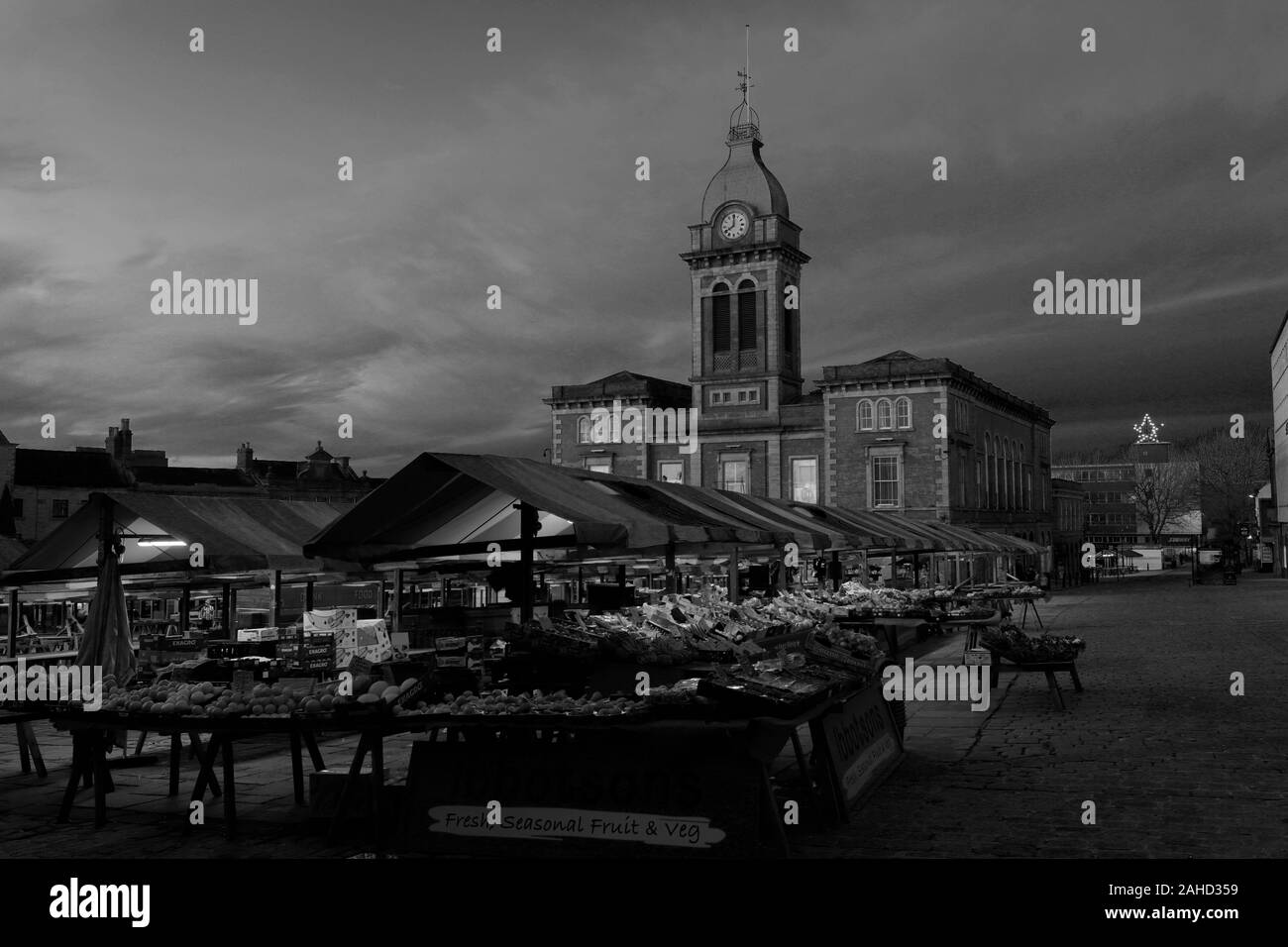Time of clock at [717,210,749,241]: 8:00
